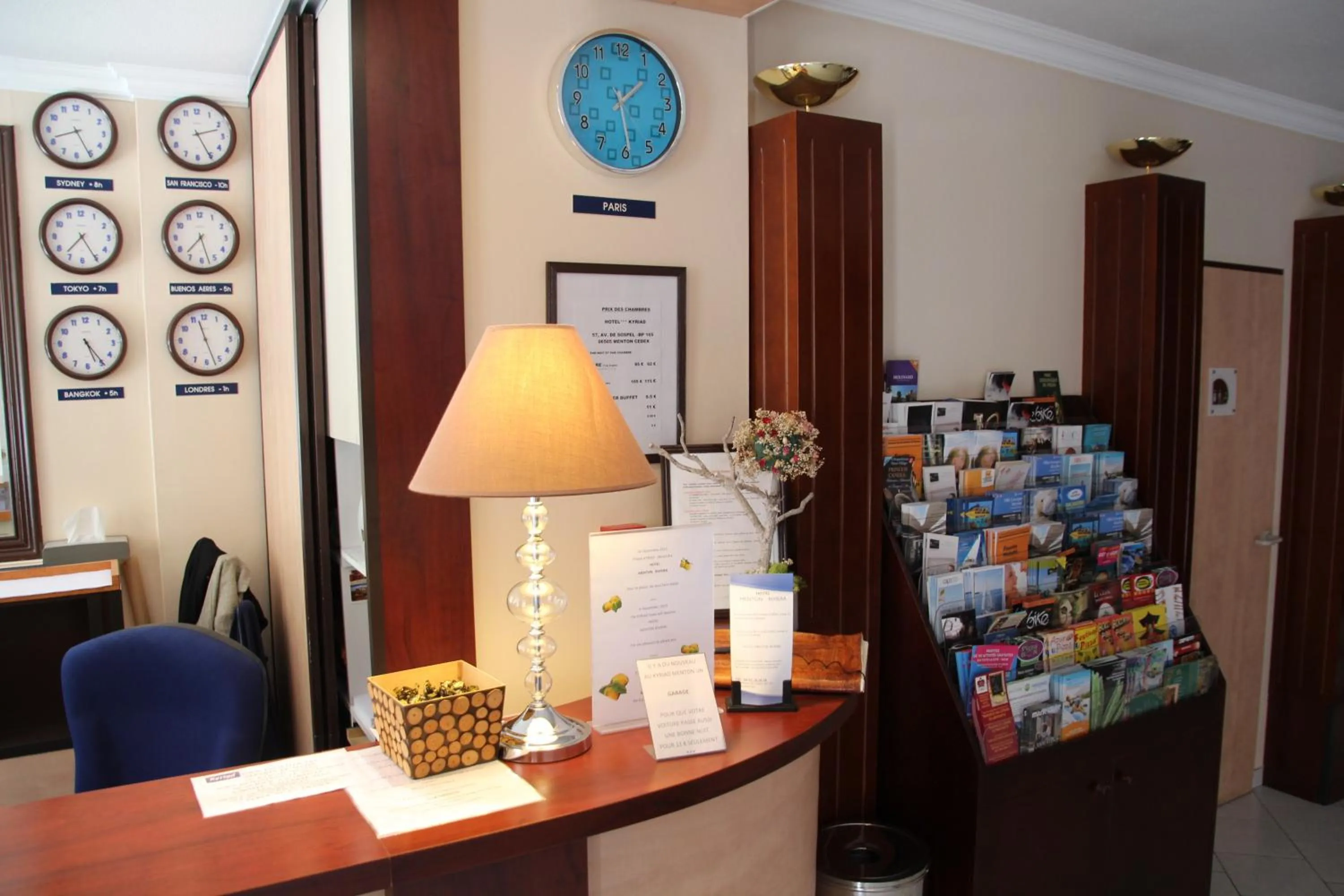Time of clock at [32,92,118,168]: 8:25
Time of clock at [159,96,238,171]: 2:25
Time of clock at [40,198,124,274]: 7:24
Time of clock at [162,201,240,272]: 7:27
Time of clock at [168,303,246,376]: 11:26
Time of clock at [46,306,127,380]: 5:24
